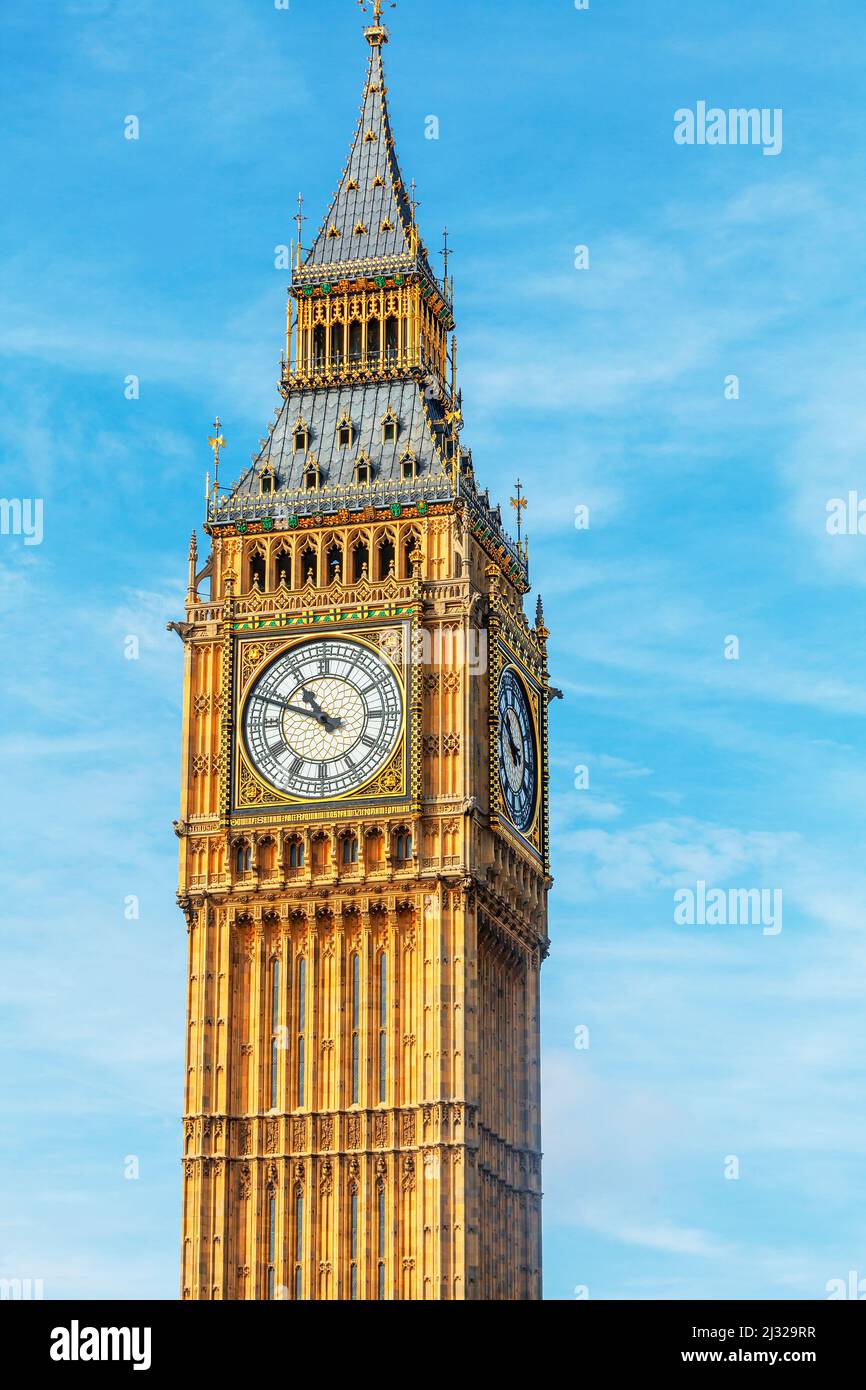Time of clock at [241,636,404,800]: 10:48
